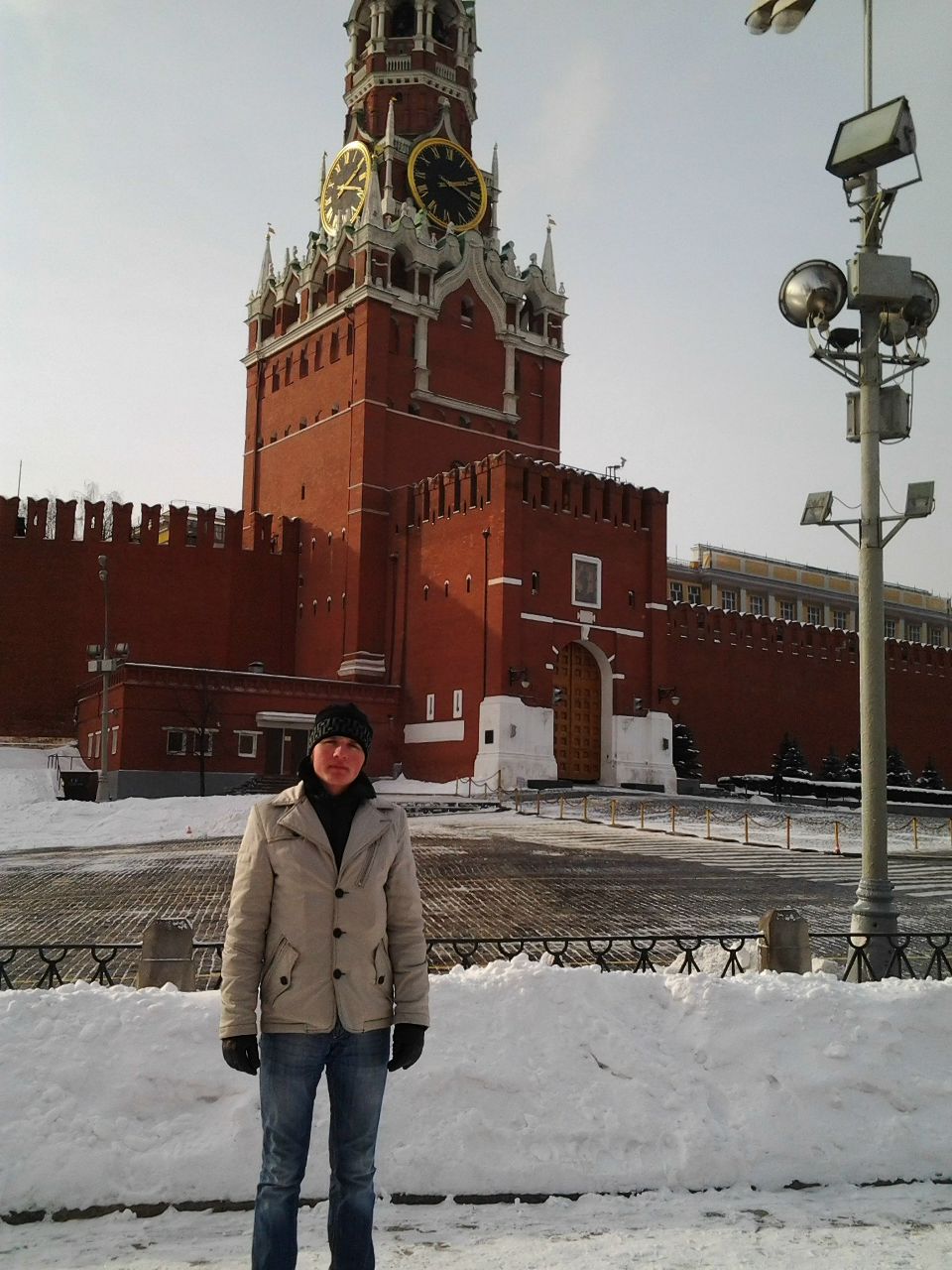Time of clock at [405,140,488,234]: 2:18
